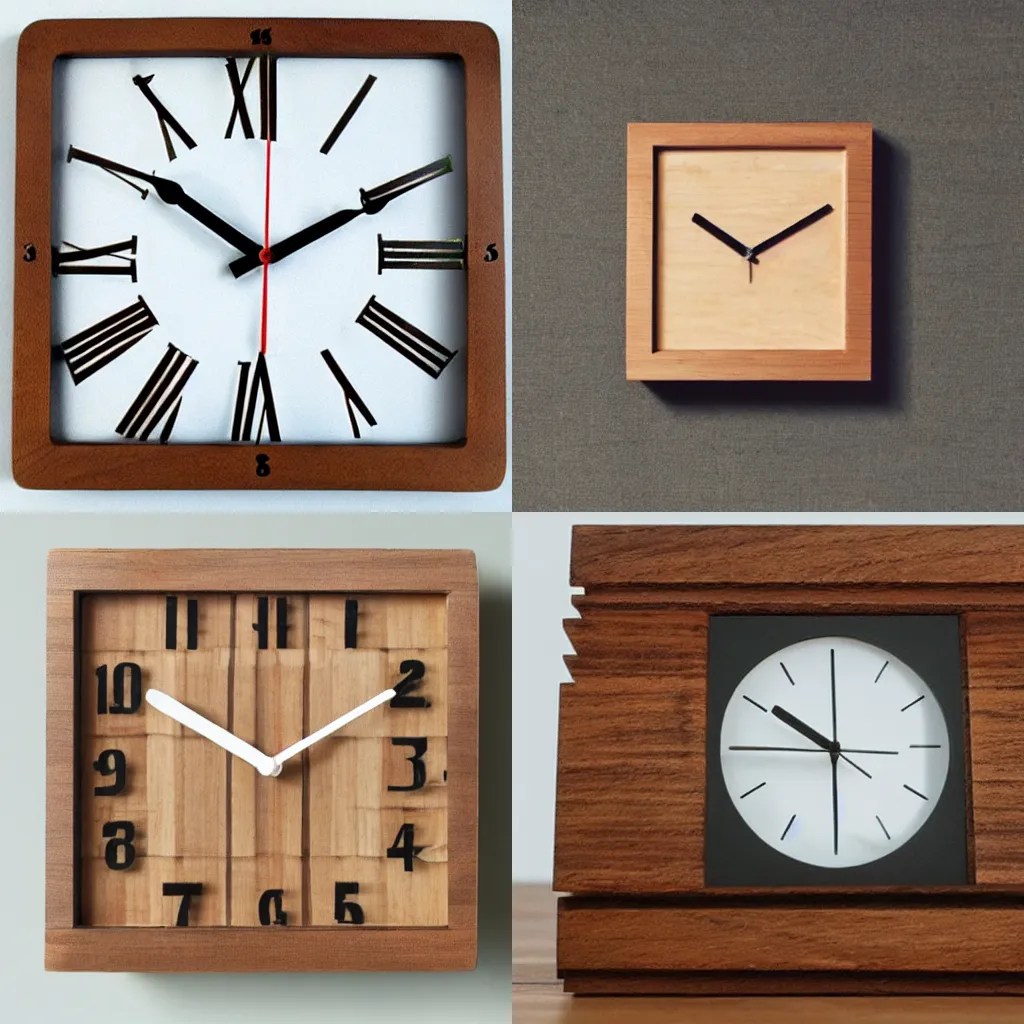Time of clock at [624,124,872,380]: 10:10
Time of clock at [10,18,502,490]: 10:10
